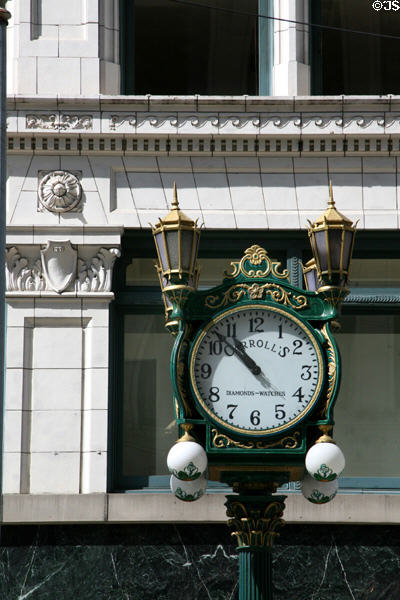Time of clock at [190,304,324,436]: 10:52
